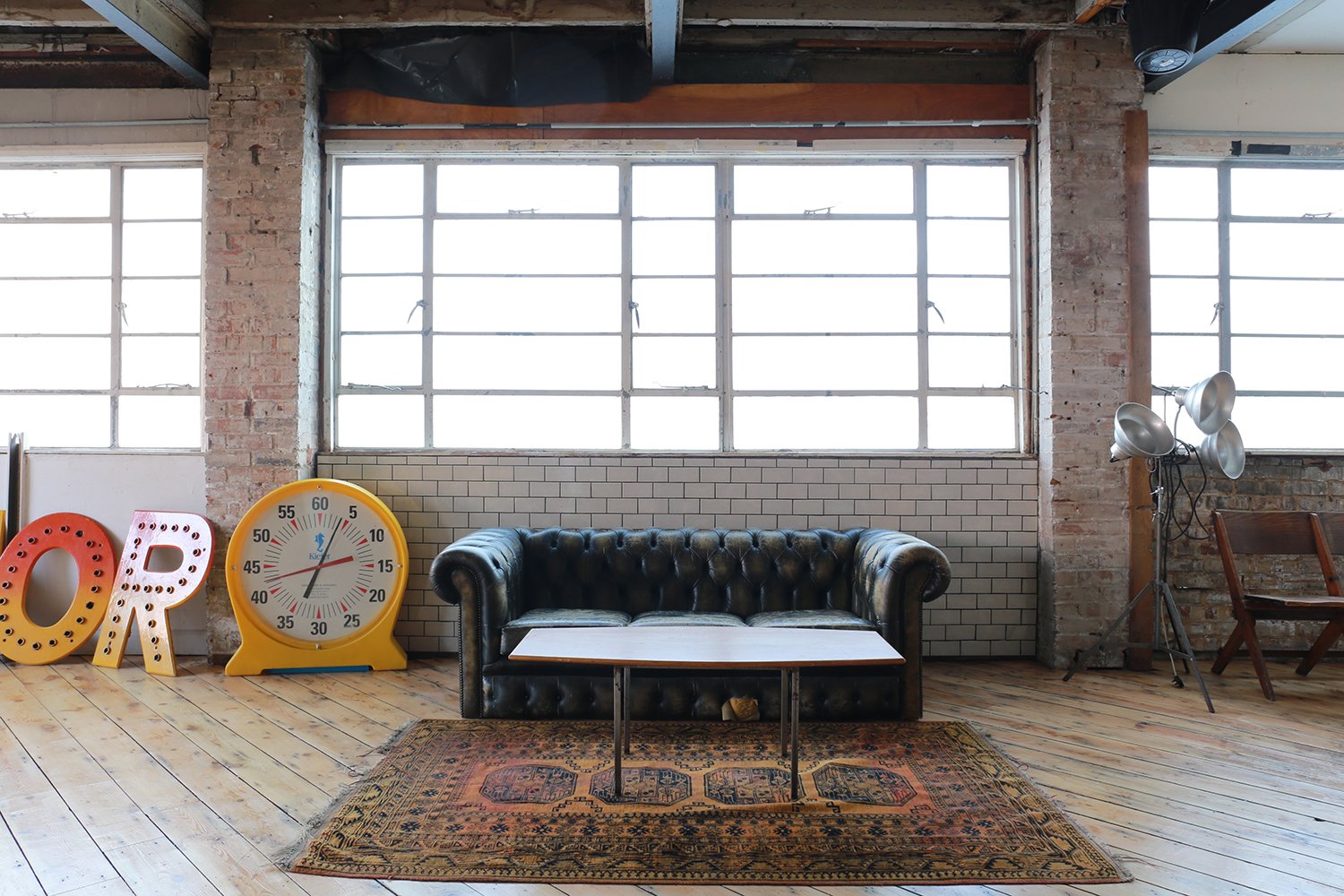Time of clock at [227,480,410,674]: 7:03
